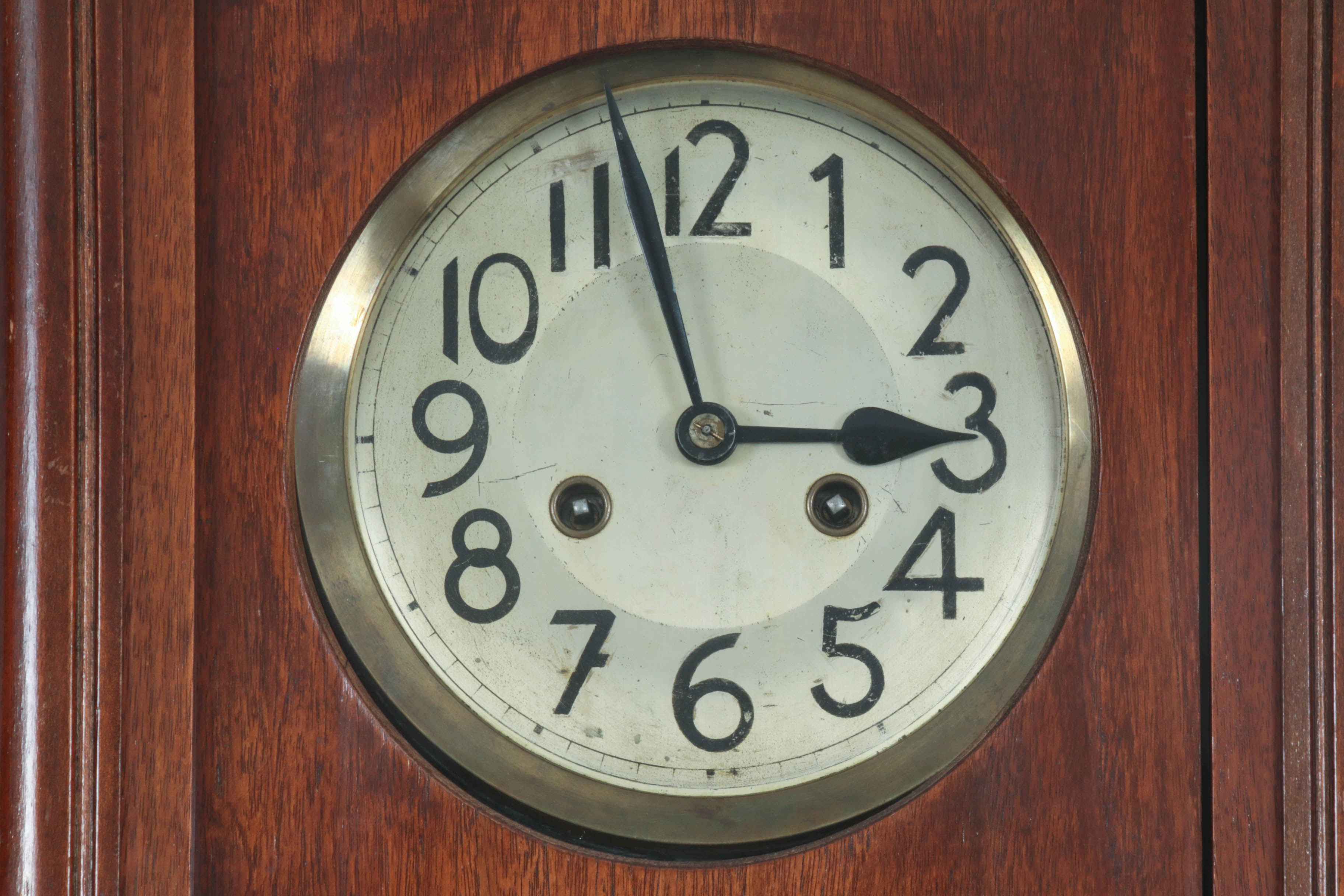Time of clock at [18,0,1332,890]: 2:57
